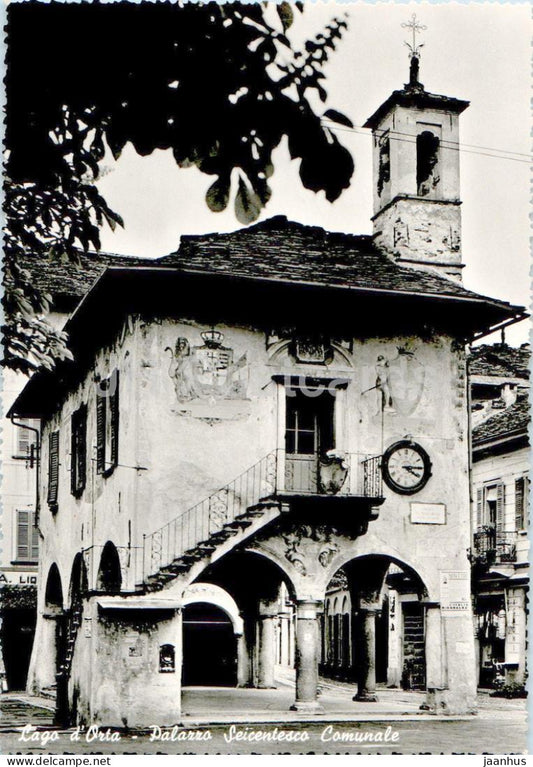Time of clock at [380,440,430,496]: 4:15
